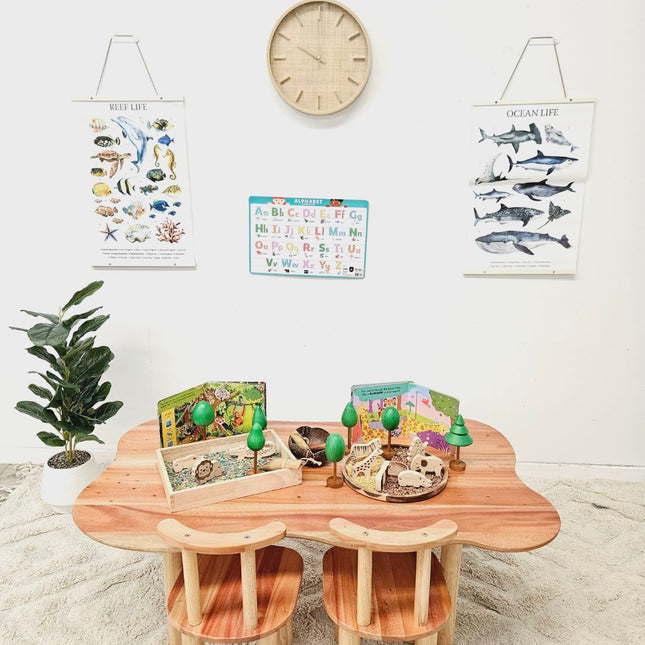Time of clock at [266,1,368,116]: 10:00
